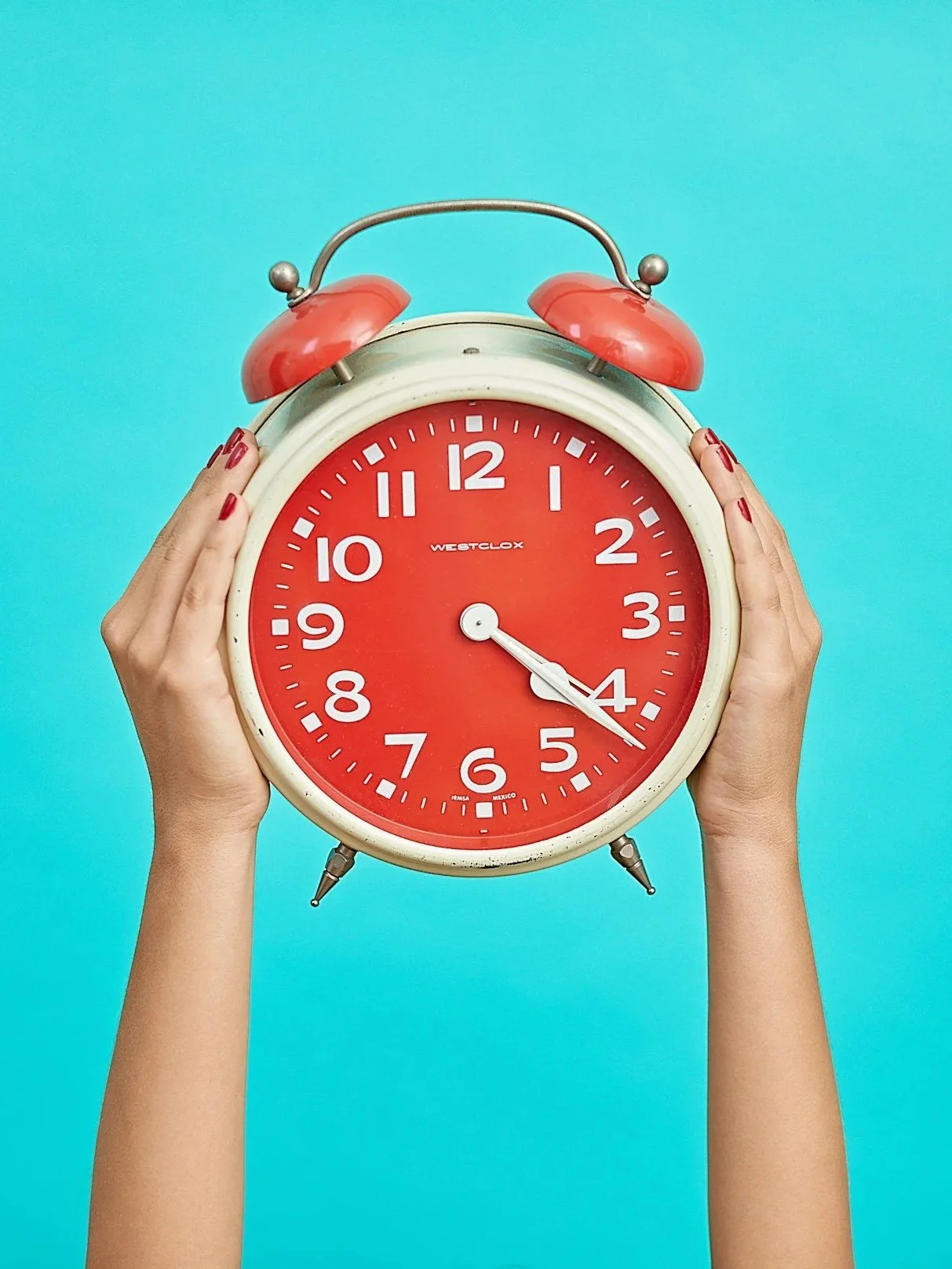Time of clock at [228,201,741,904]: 4:21
